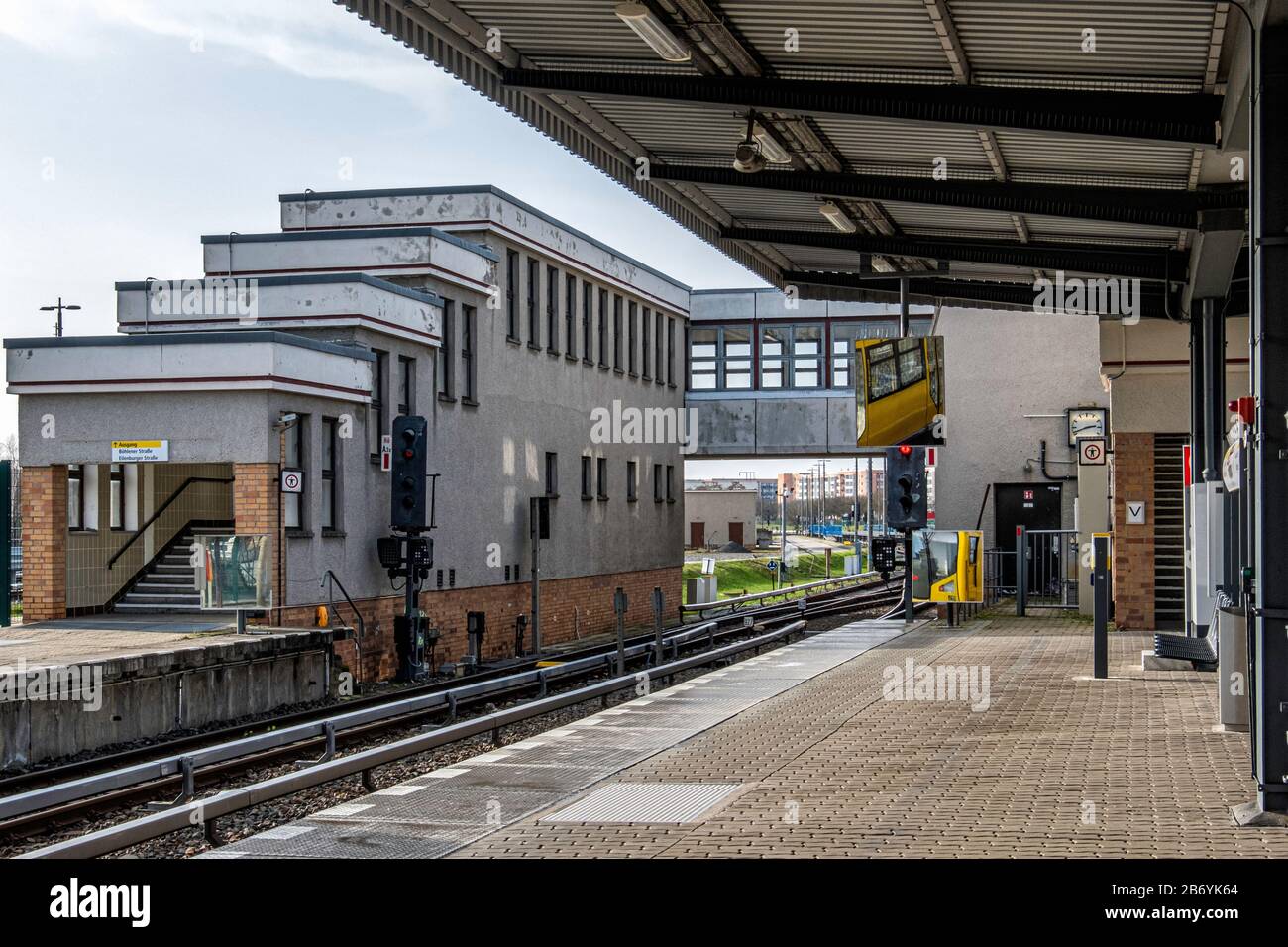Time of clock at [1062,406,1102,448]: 2:42
